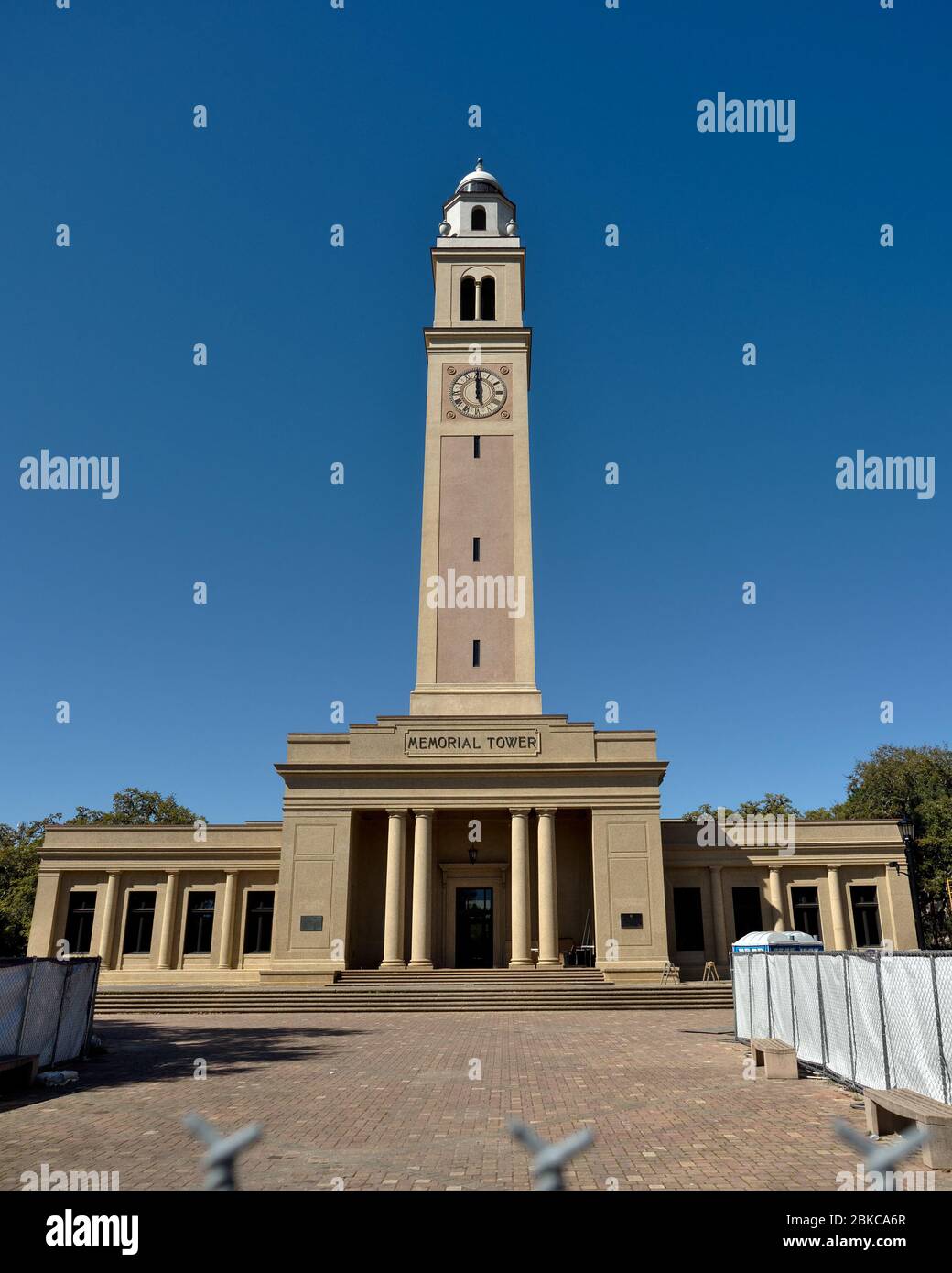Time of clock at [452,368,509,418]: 11:59
